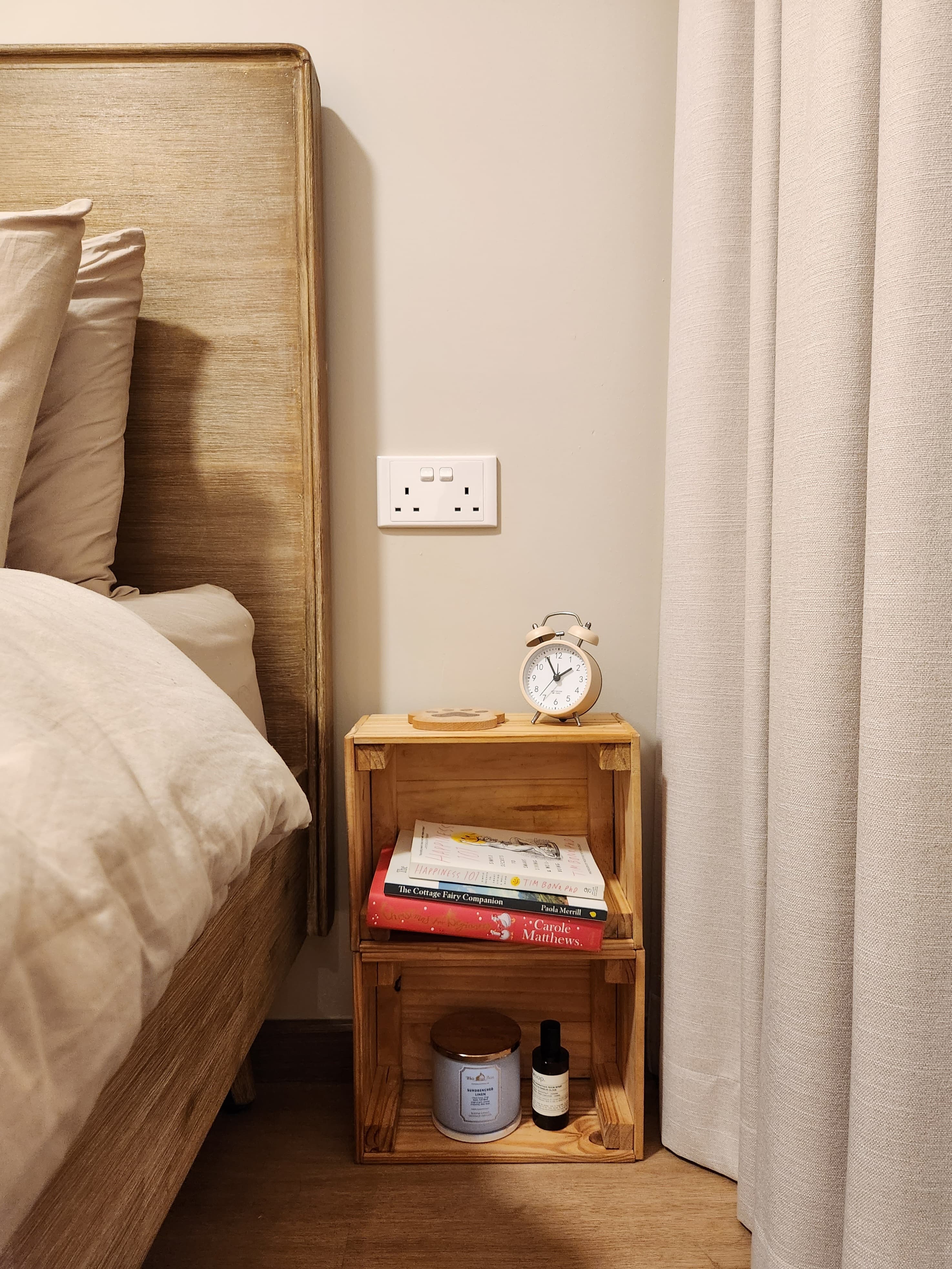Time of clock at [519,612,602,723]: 1:55
